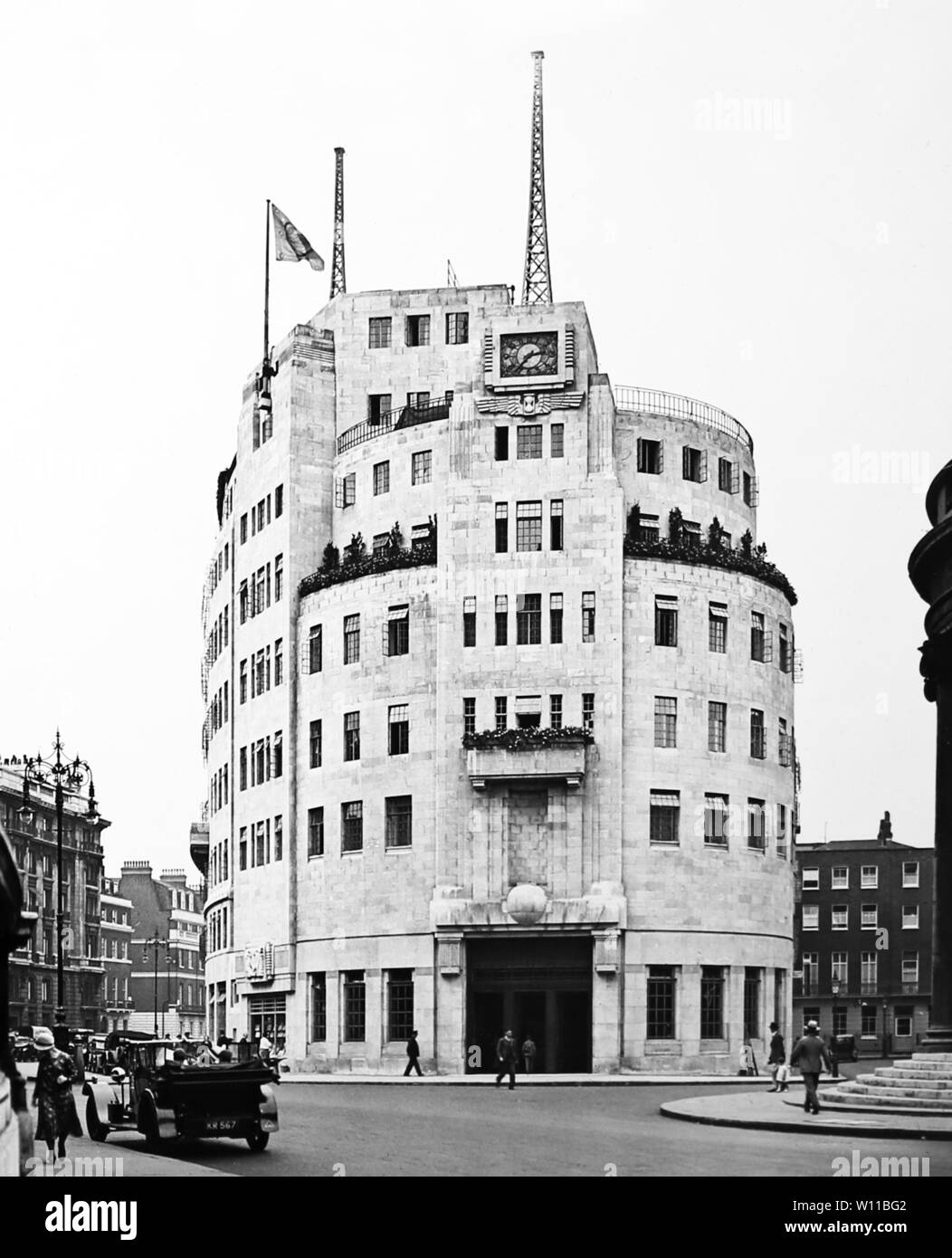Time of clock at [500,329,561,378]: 2:36
